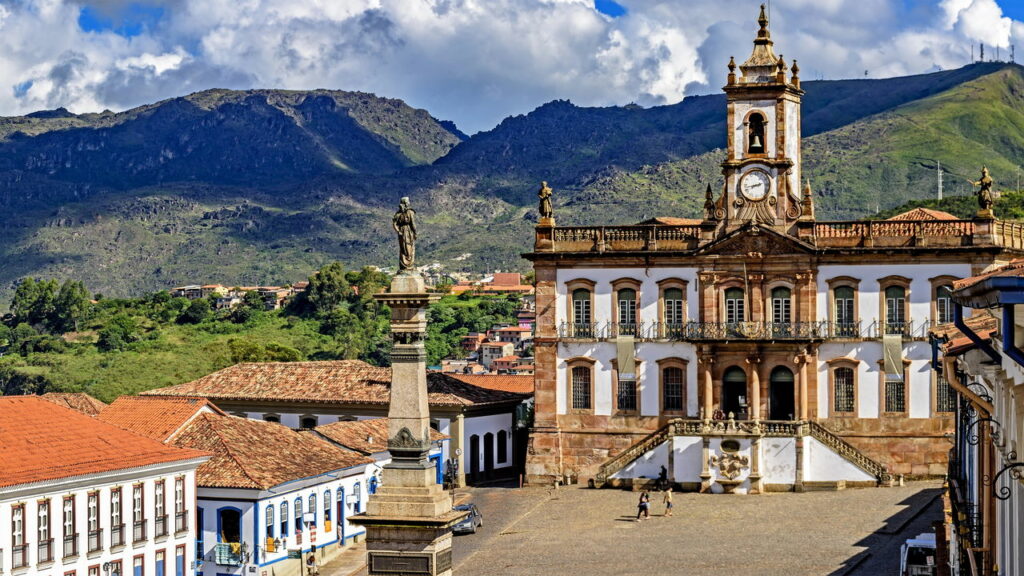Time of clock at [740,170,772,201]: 2:42
